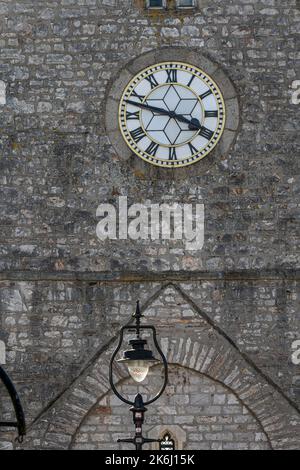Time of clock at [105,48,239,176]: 3:47
